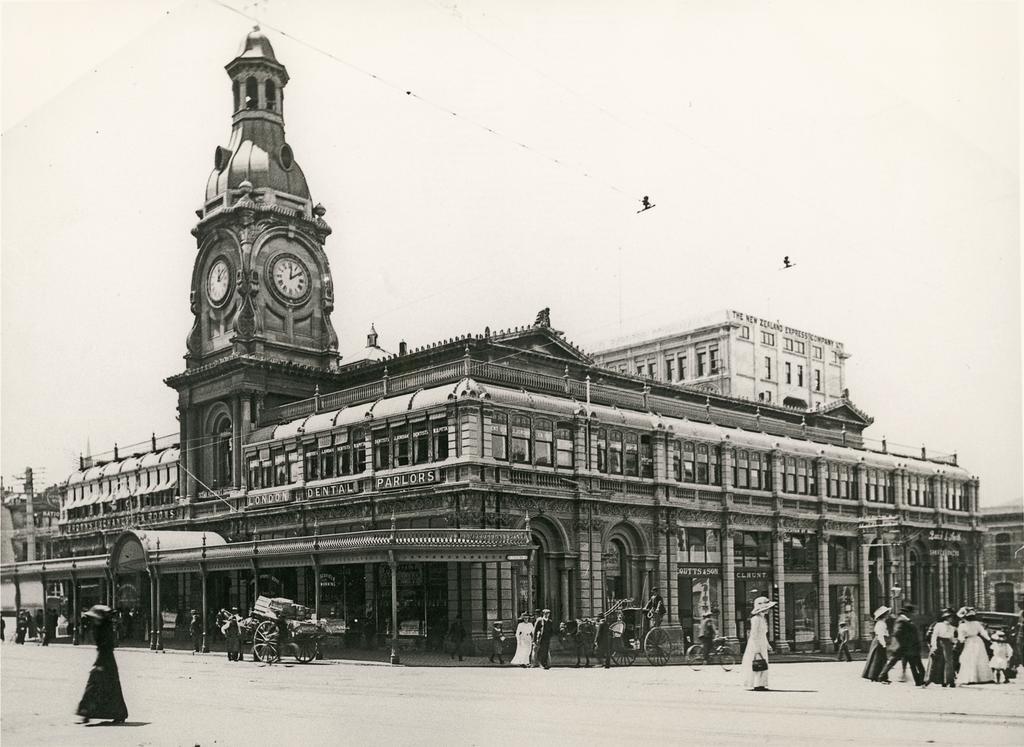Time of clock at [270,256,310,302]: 12:09
